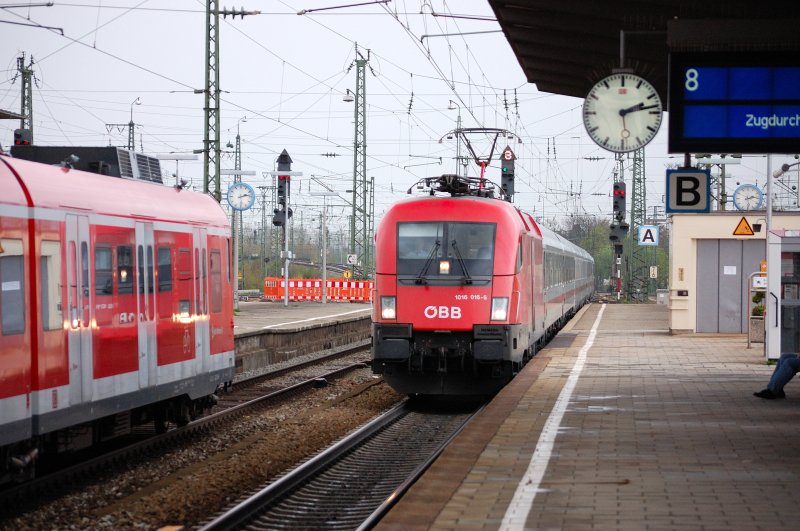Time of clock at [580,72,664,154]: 2:13
